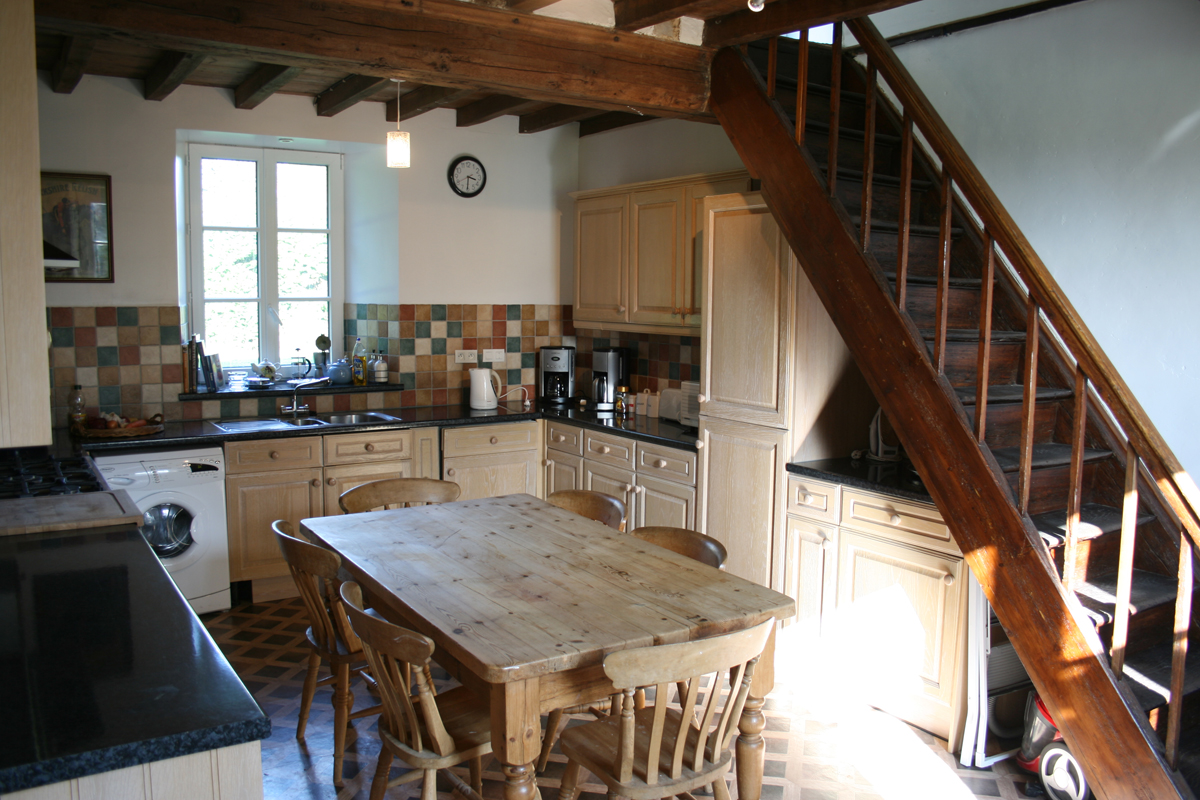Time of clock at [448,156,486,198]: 3:30
